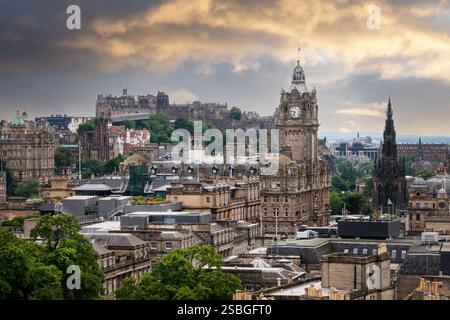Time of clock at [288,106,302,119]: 6:46
